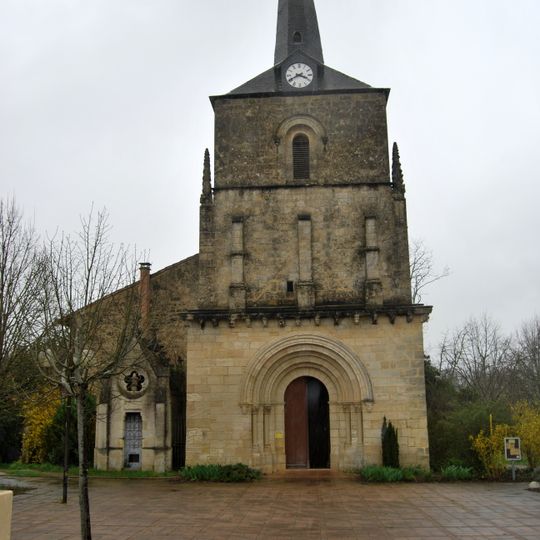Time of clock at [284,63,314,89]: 3:40
